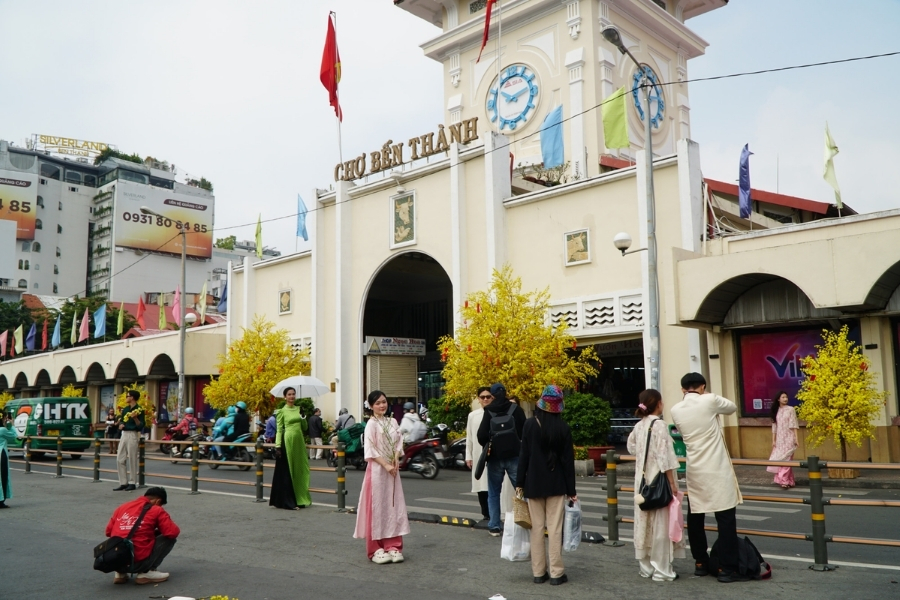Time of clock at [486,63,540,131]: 10:12
